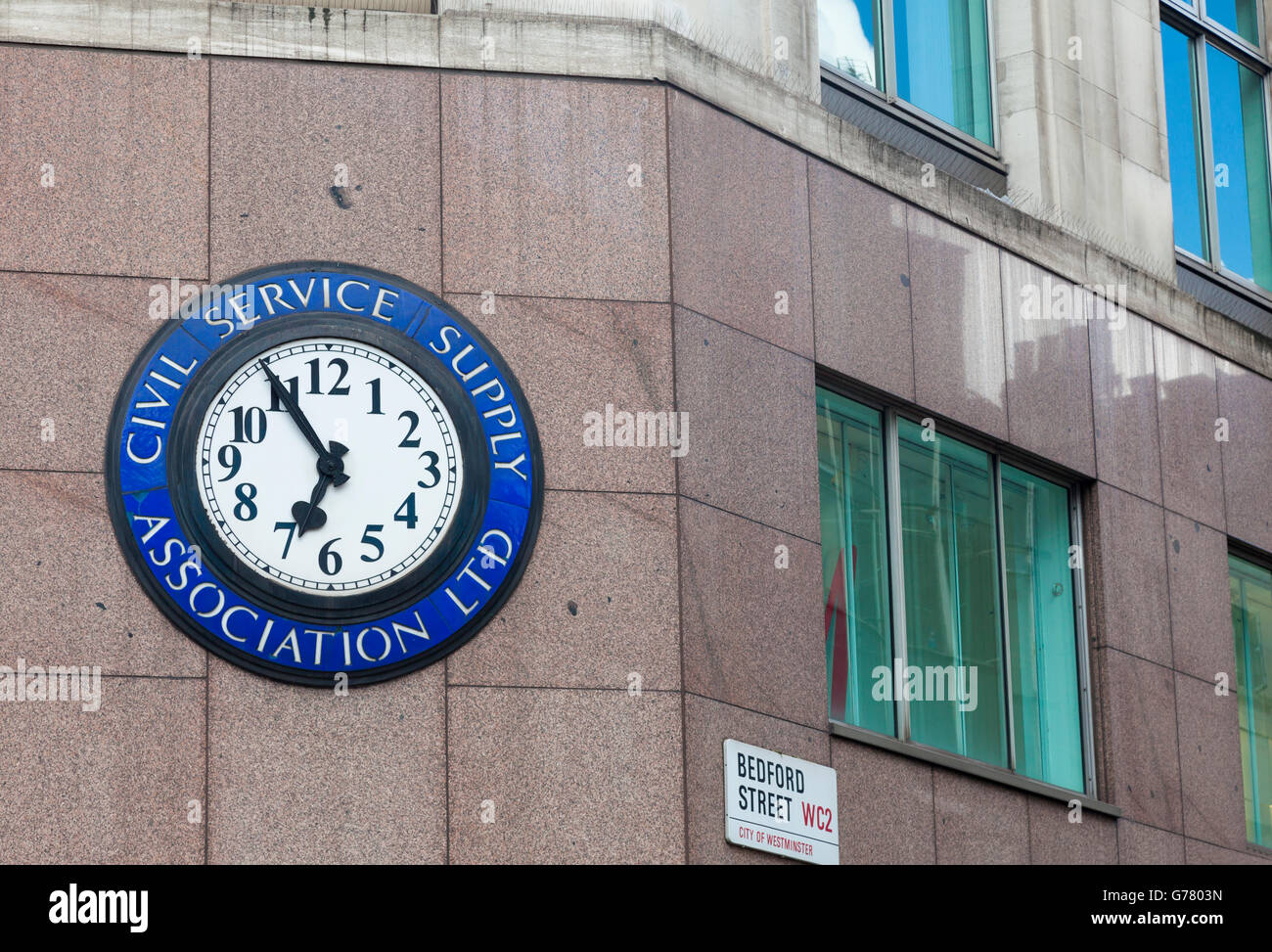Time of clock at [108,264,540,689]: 6:54
